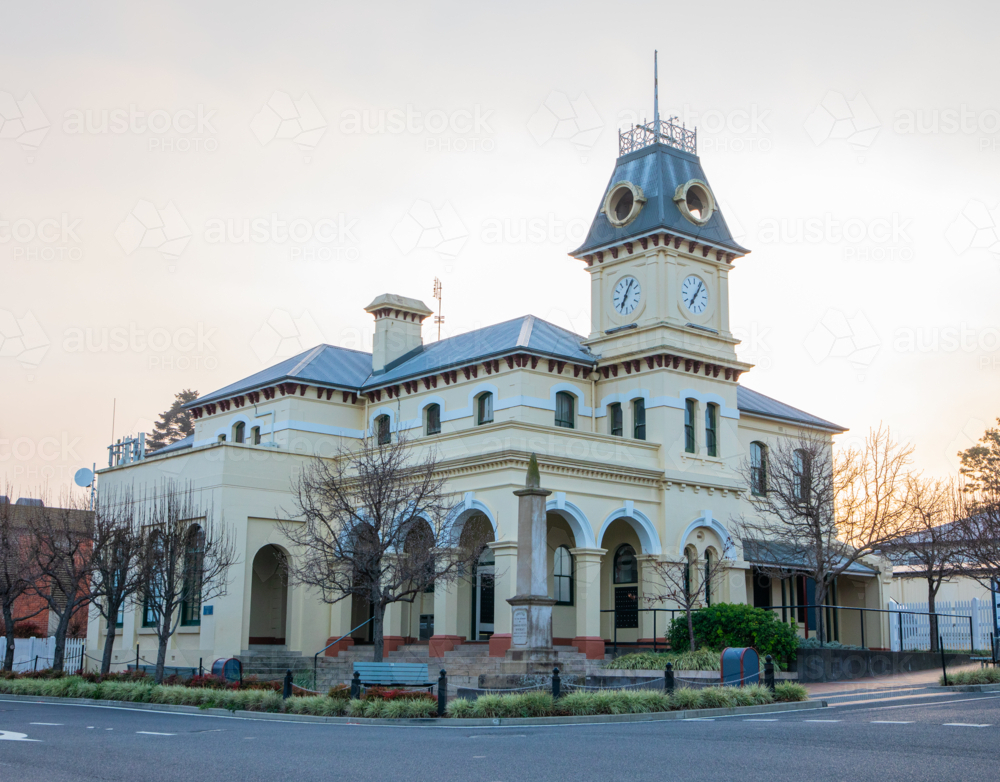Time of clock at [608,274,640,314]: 7:04
